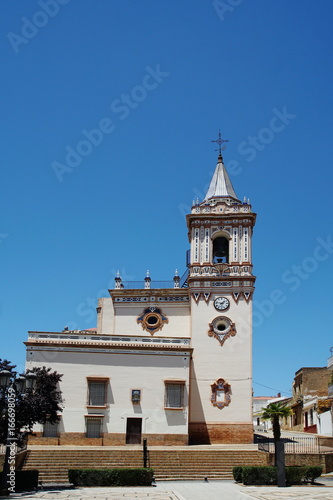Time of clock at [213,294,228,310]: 1:47
